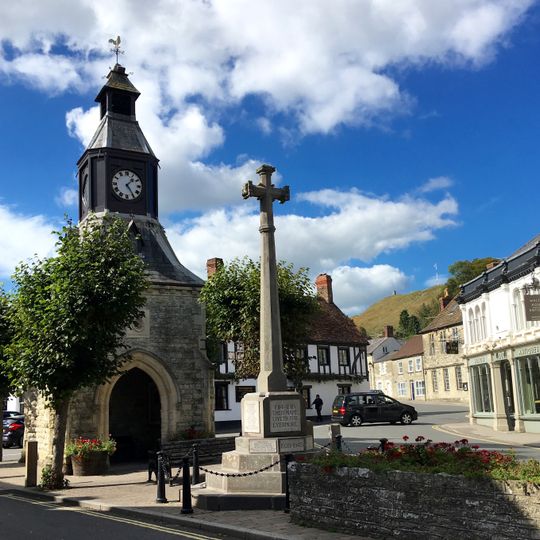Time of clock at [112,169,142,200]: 1:24
